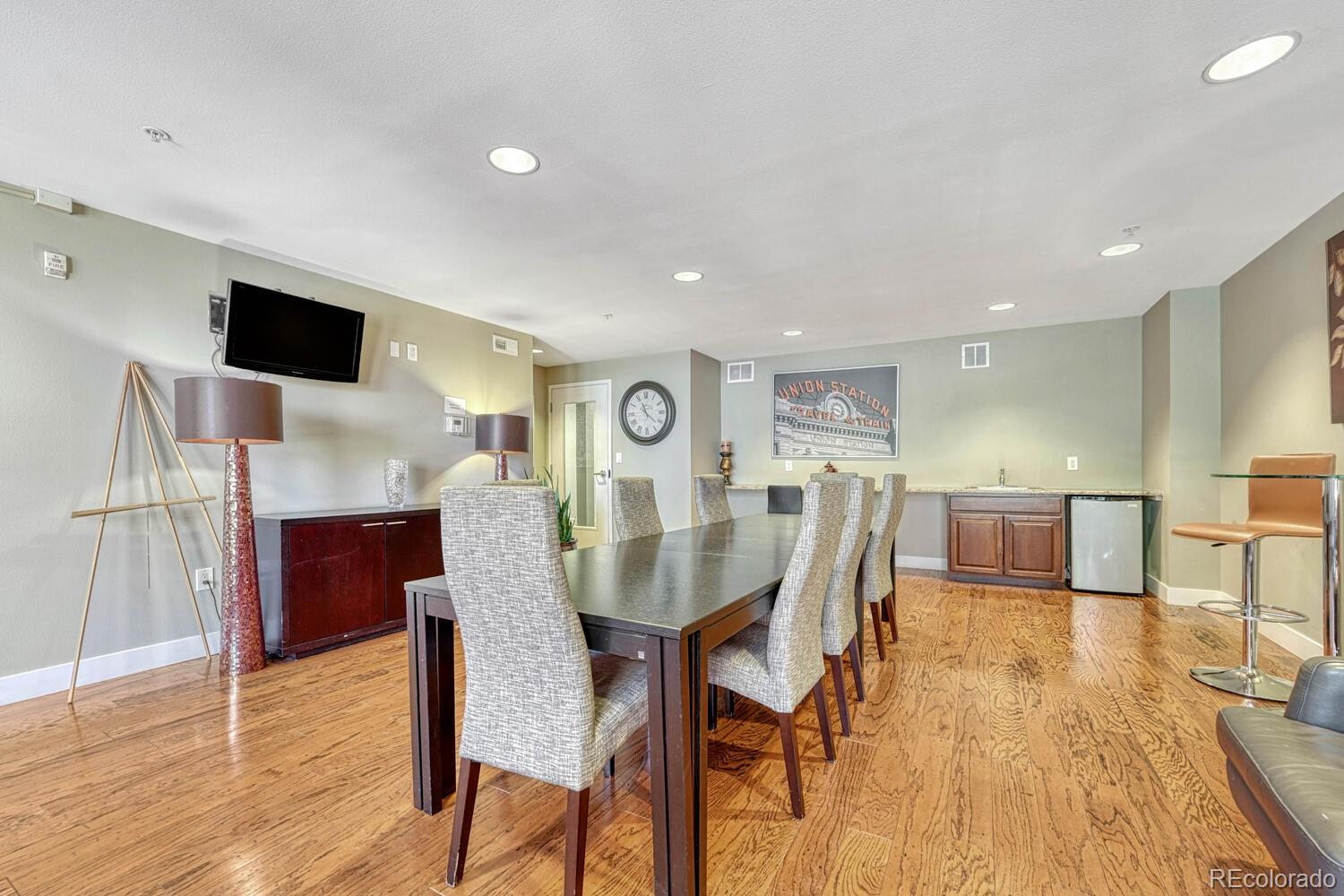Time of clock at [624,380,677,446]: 11:21
